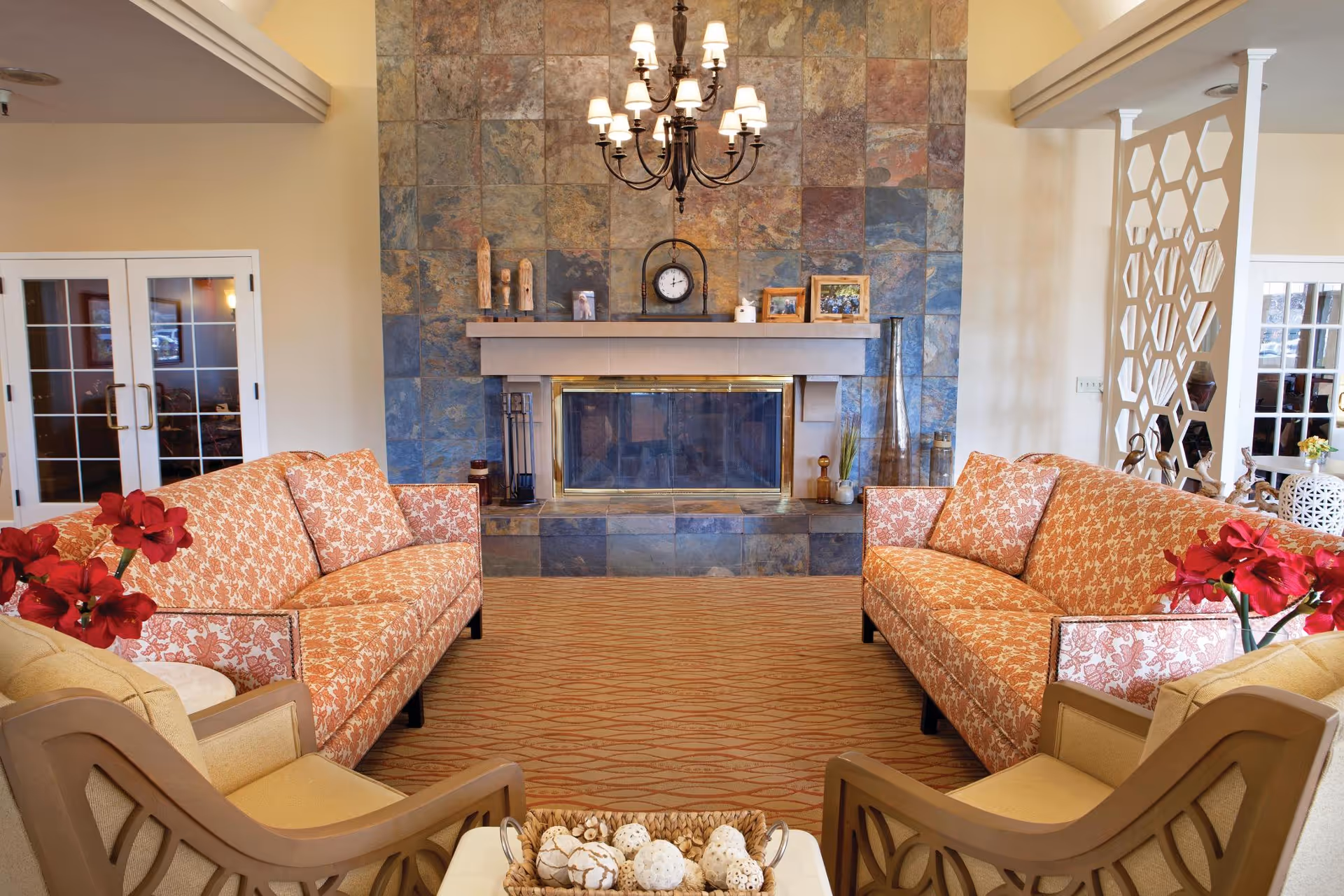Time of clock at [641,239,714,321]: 12:12
